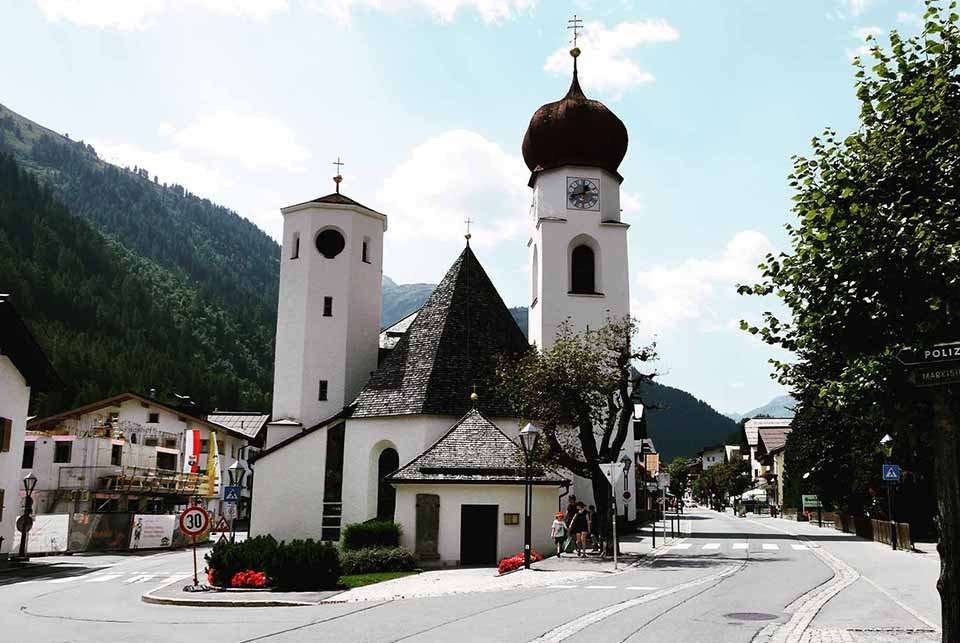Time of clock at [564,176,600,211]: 12:41
